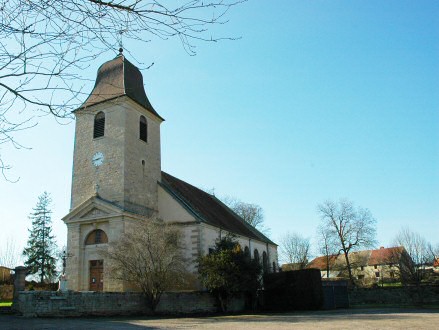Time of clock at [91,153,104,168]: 2:43
